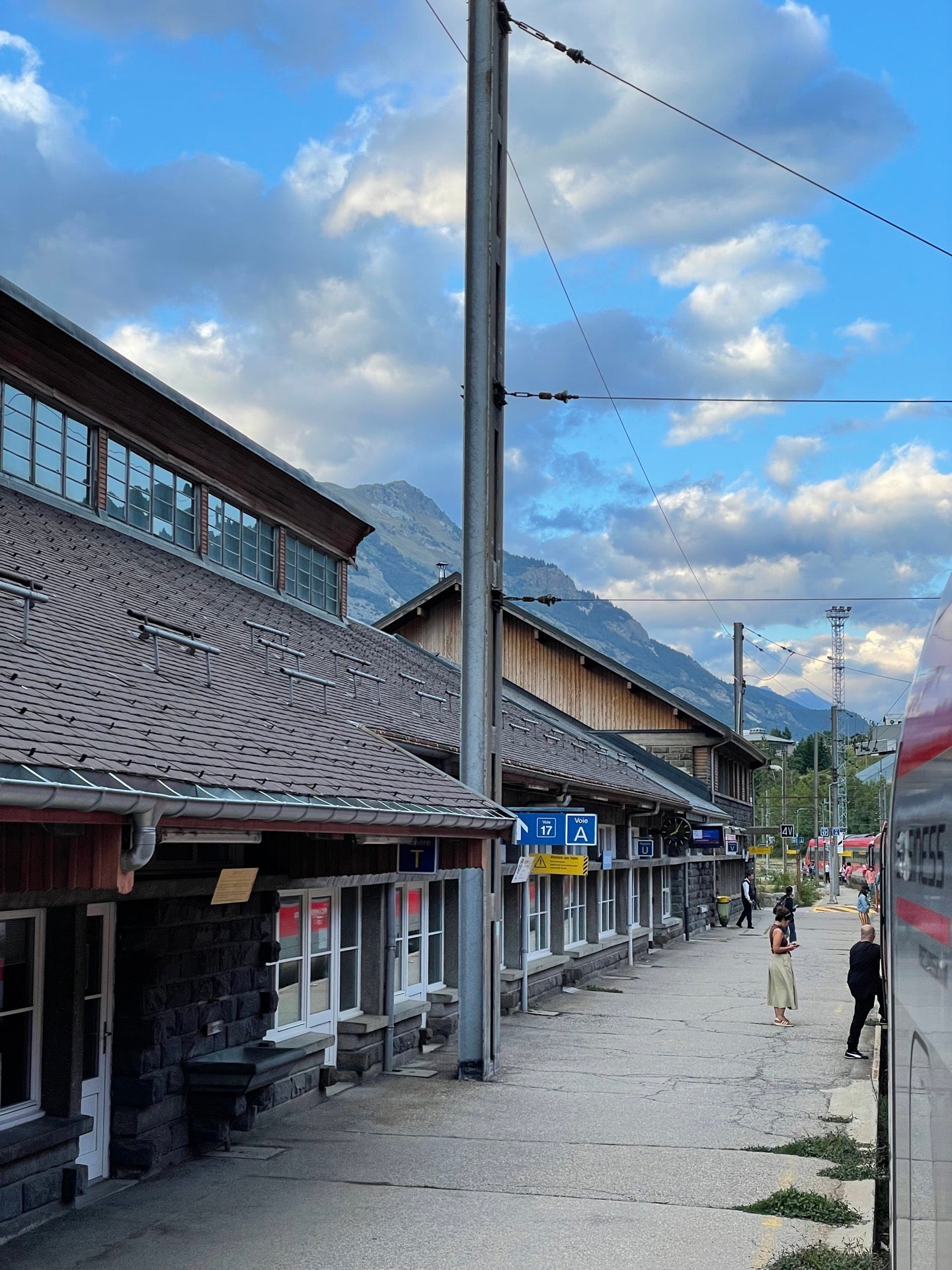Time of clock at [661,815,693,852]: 12:04
